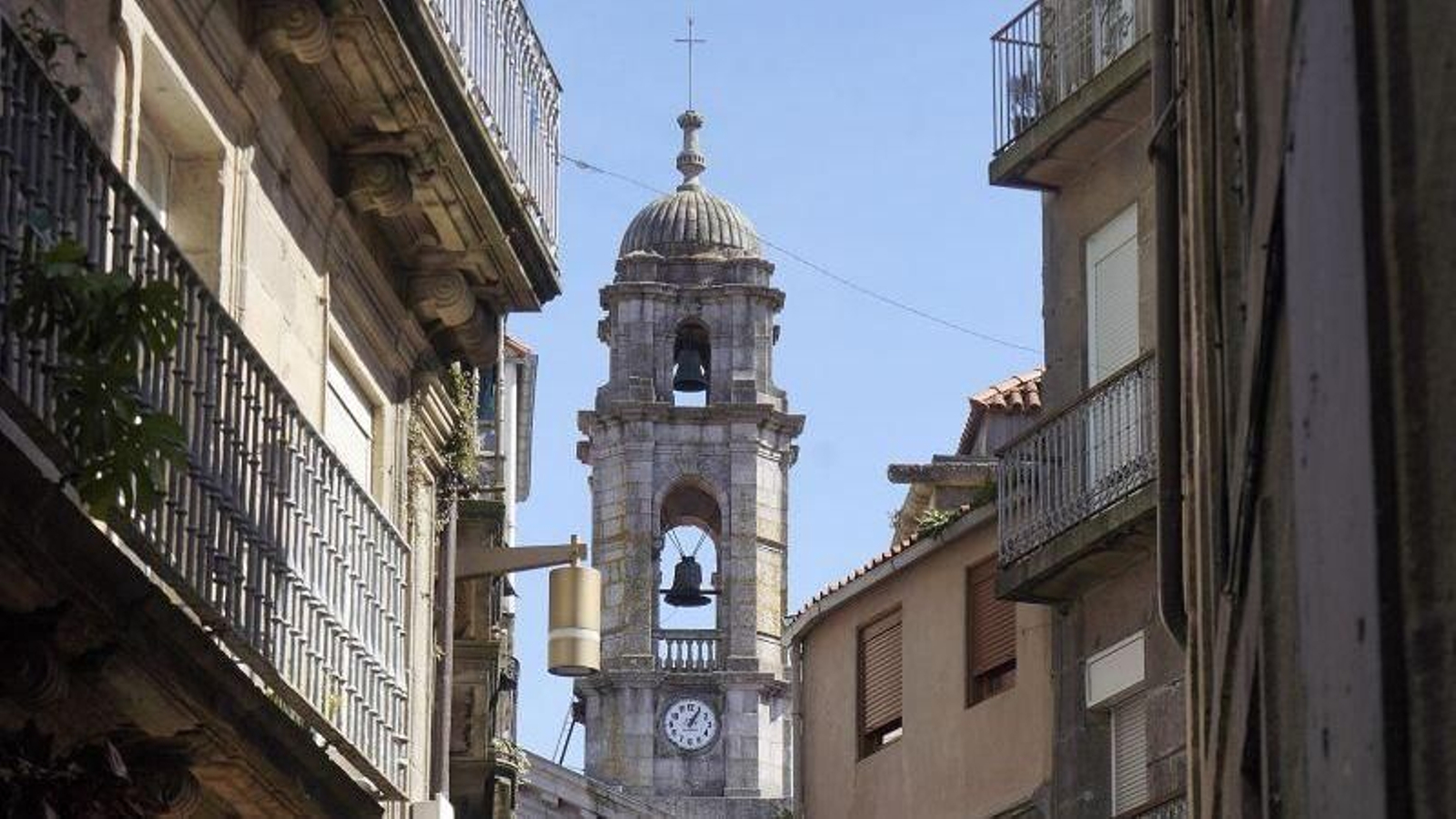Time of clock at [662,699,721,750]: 1:05
